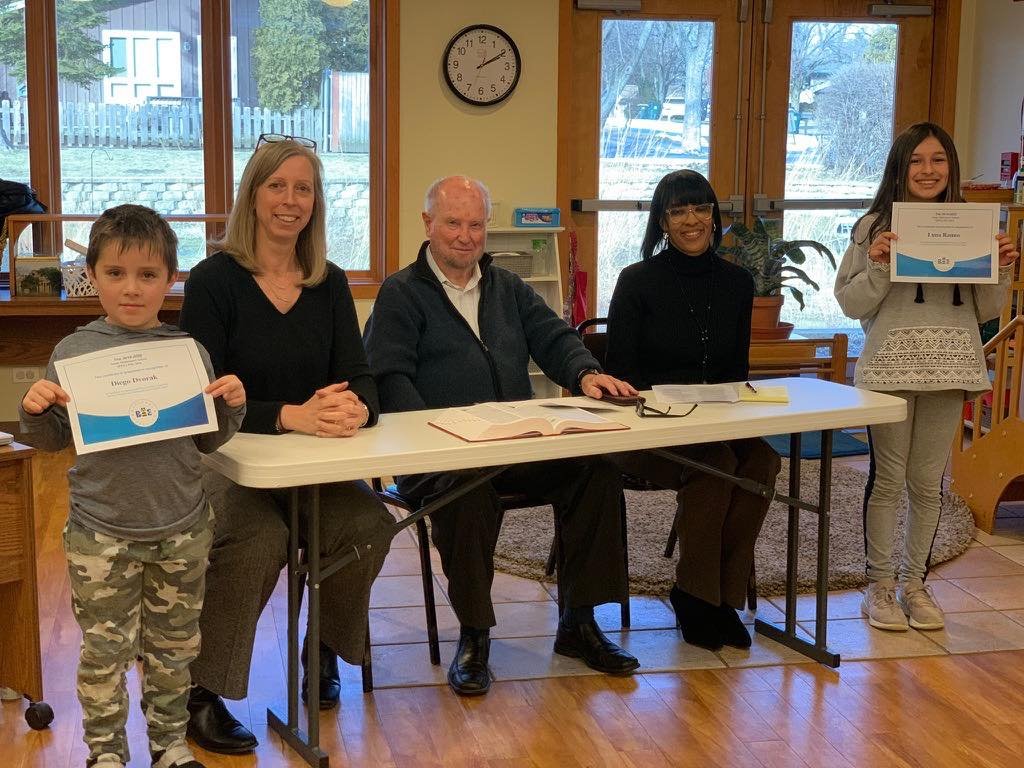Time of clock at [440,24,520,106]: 2:09
